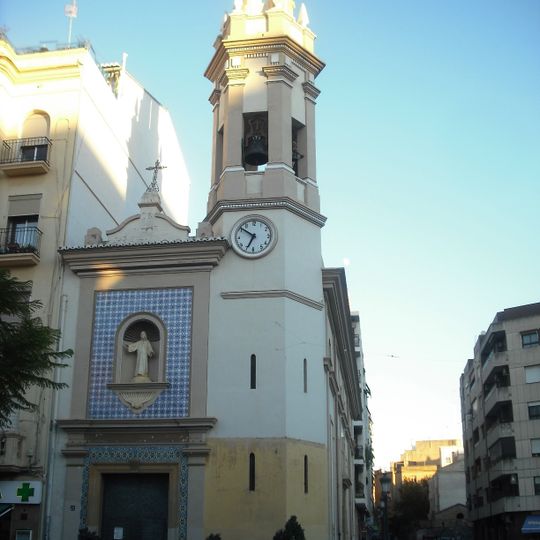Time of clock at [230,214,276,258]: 6:51
